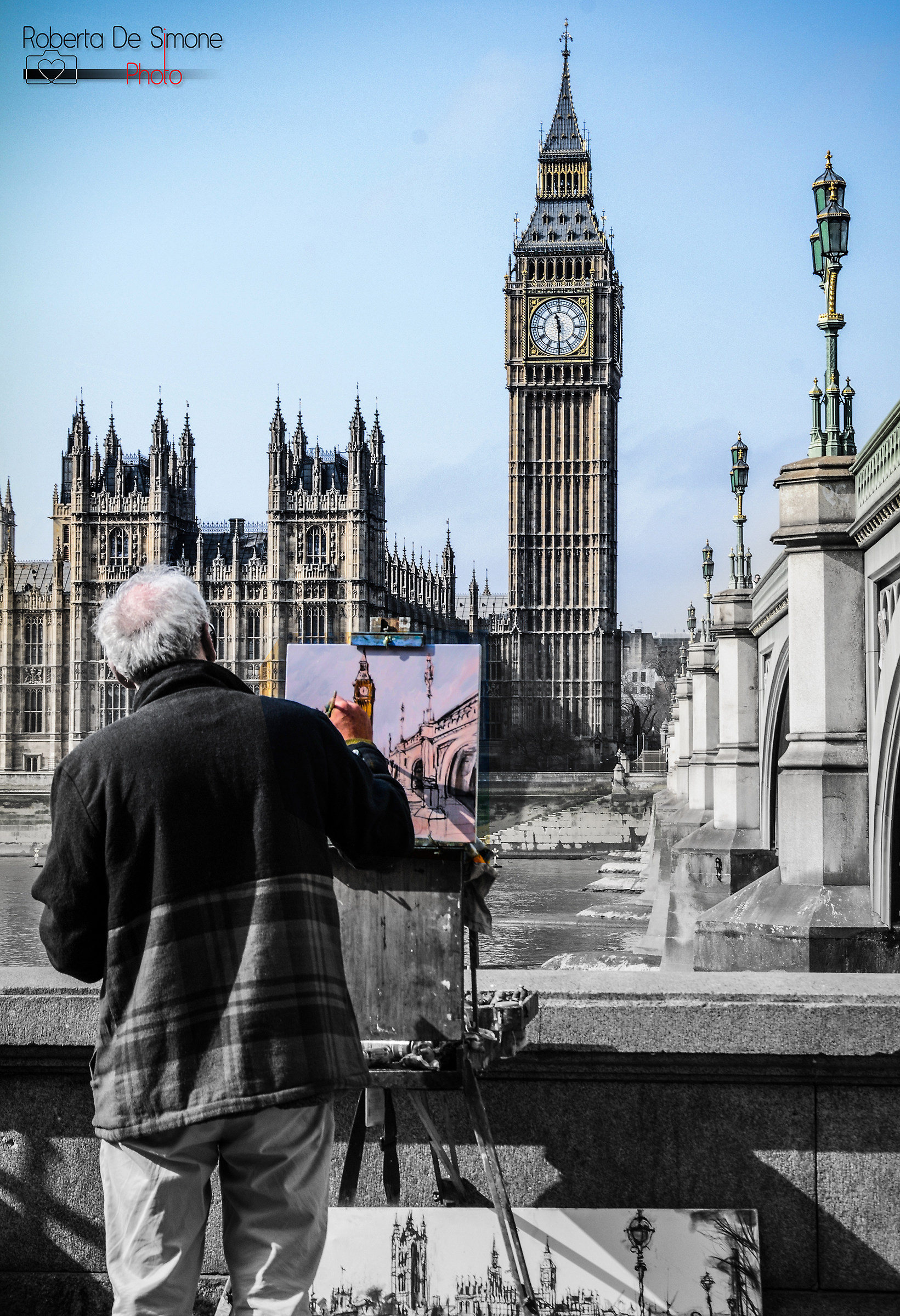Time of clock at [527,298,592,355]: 11:29
